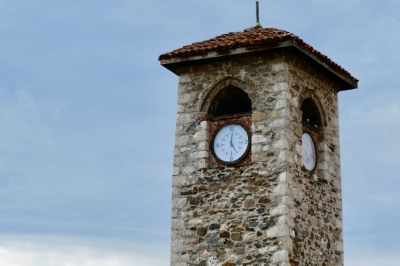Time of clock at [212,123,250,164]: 5:00
